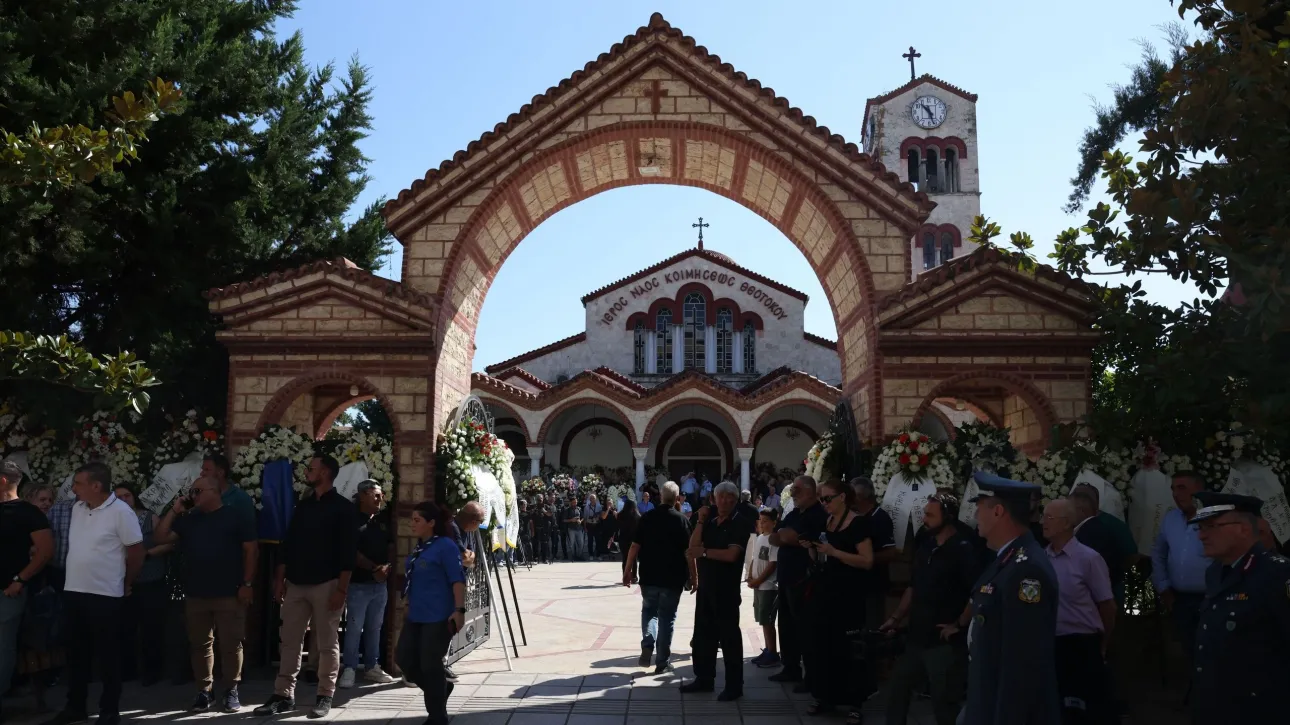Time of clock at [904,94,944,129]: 10:26
